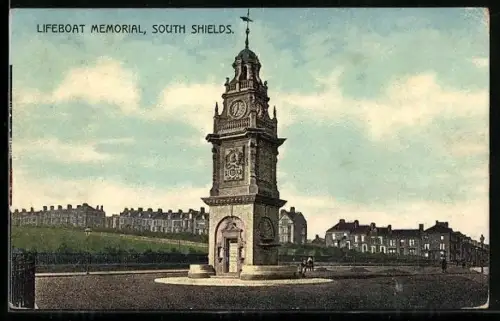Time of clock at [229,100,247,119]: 7:00
